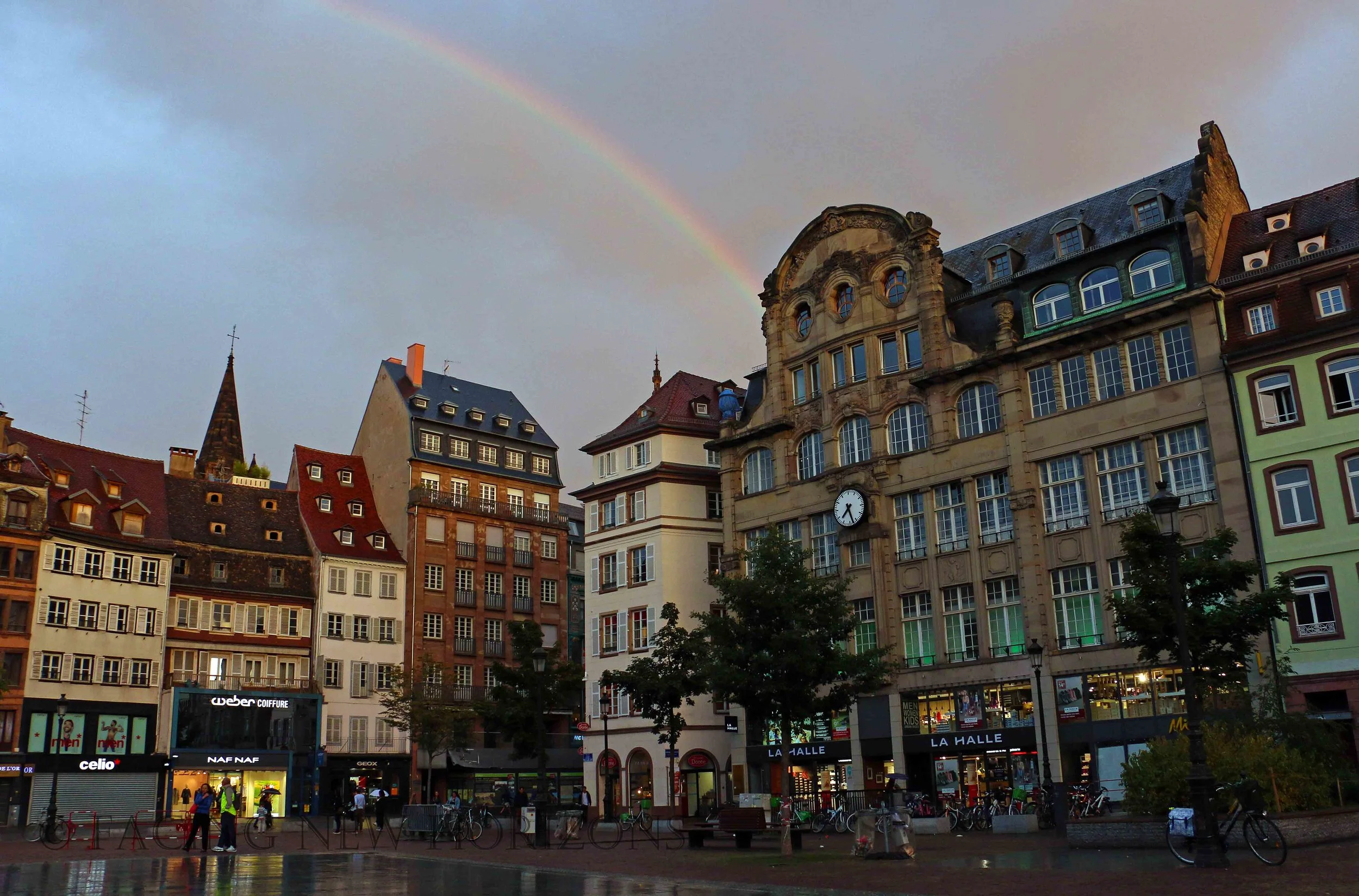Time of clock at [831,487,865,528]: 7:27
